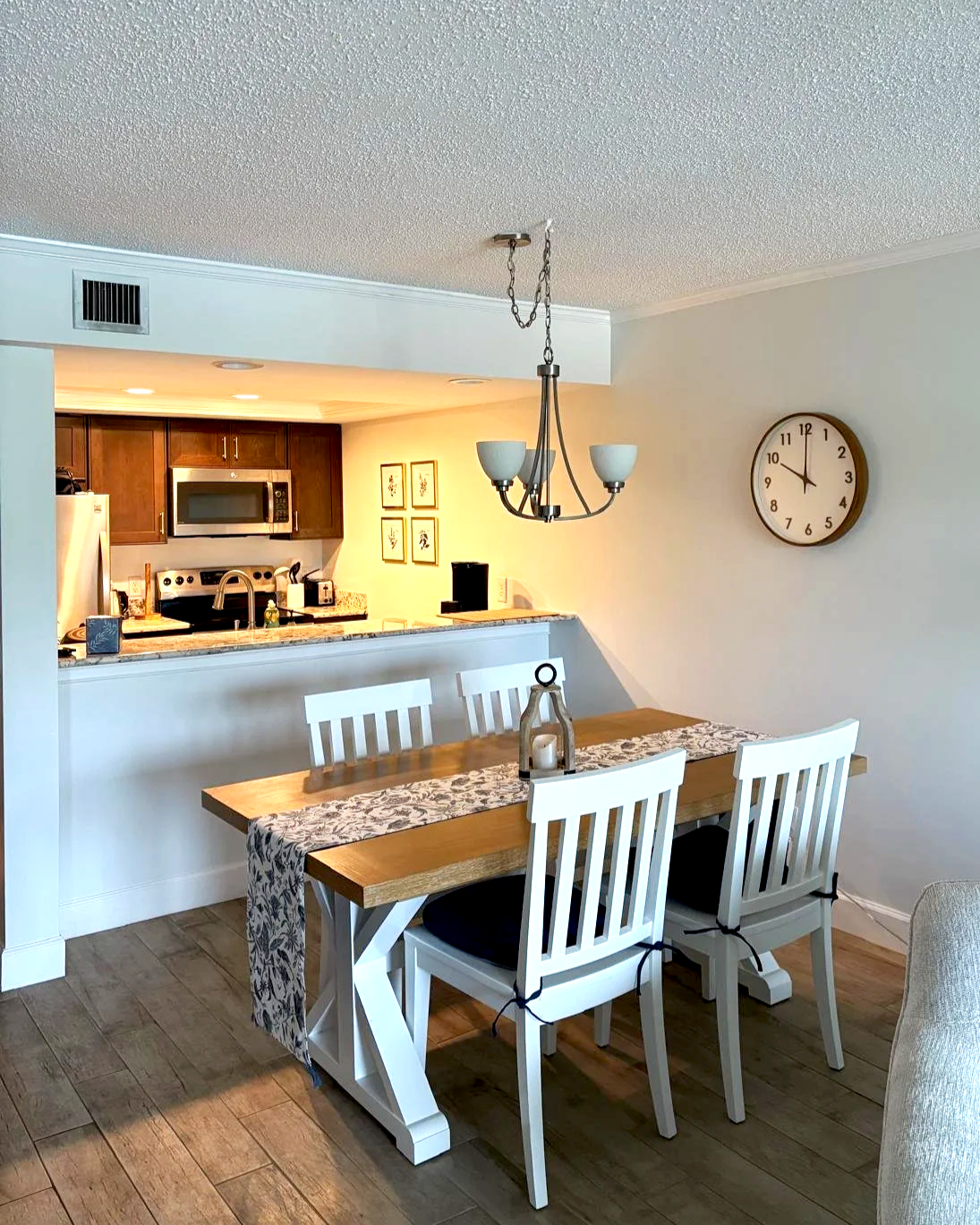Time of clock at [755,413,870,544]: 10:00
